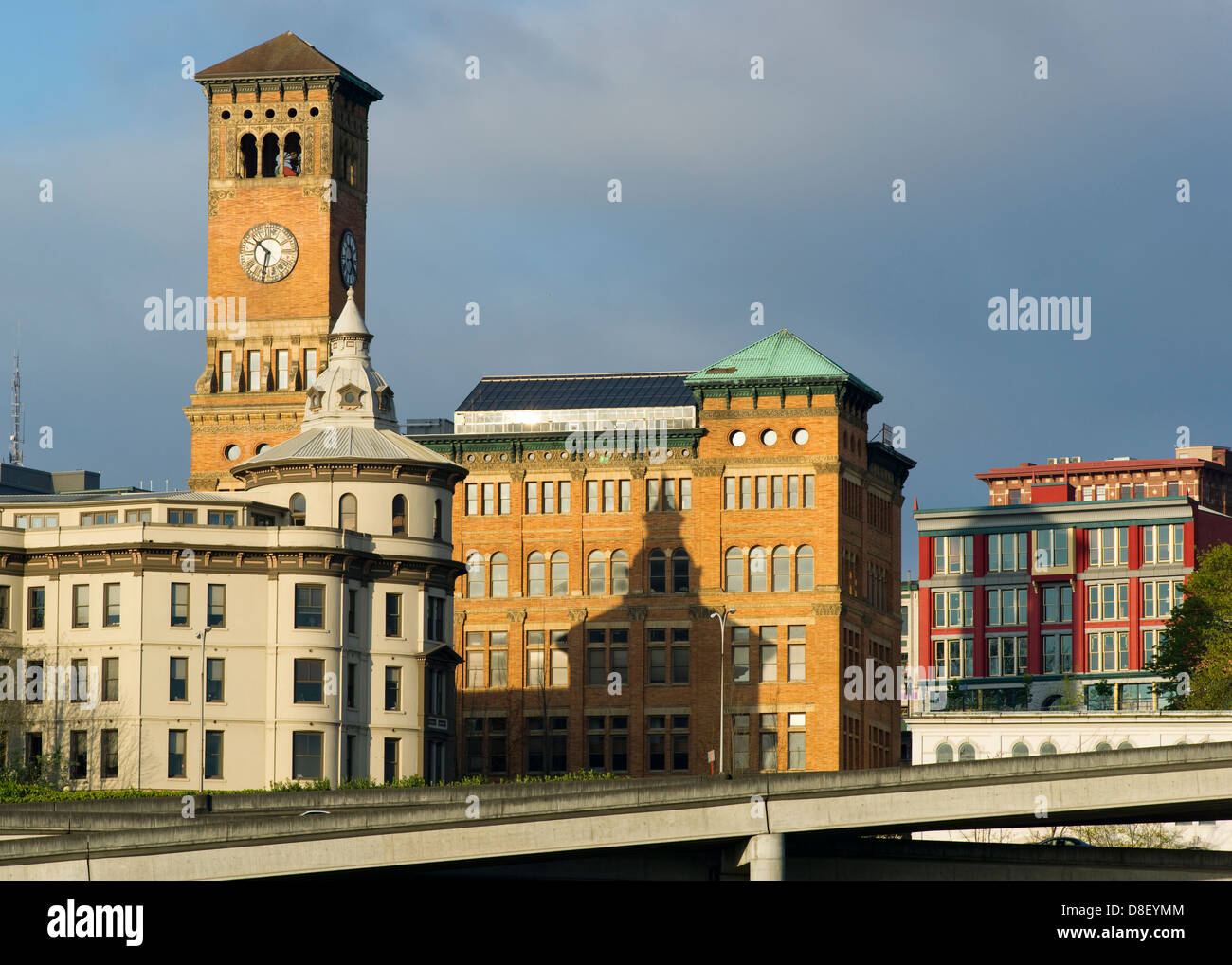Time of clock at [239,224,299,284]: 10:32
